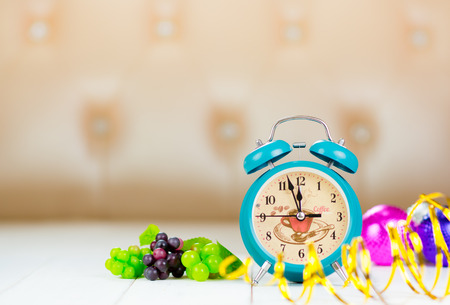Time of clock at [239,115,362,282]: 11:57
